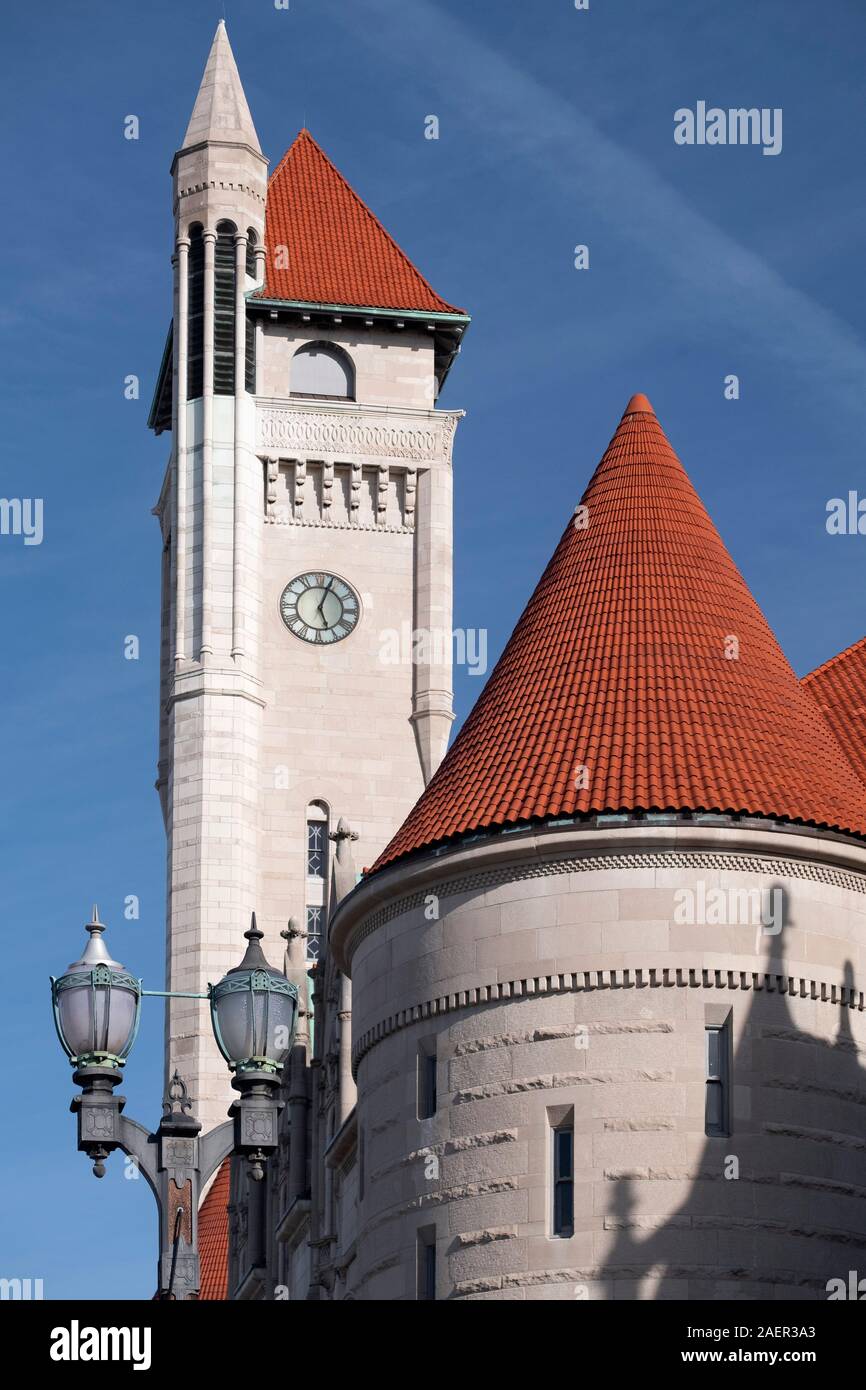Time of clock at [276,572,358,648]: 5:03
